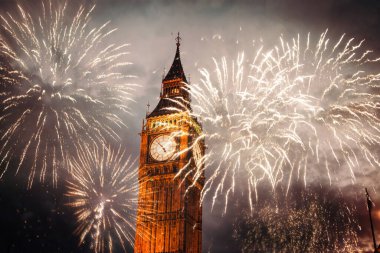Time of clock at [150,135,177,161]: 4:52
